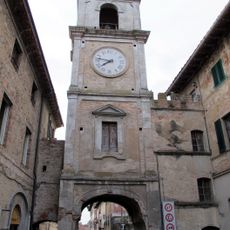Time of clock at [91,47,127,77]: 7:47
